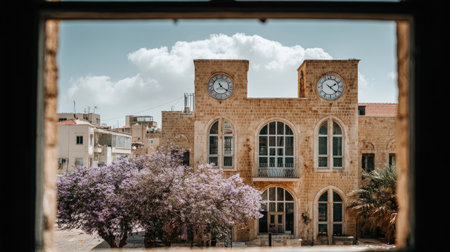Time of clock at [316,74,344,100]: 2:21
